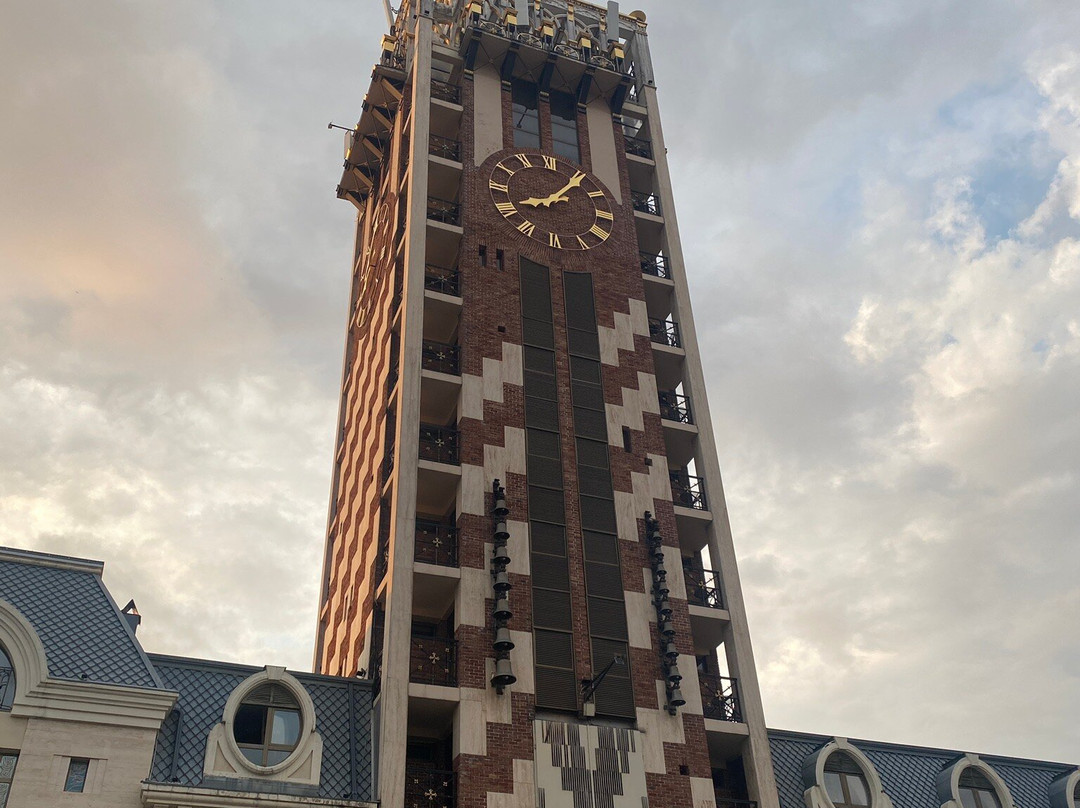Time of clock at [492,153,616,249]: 8:06
